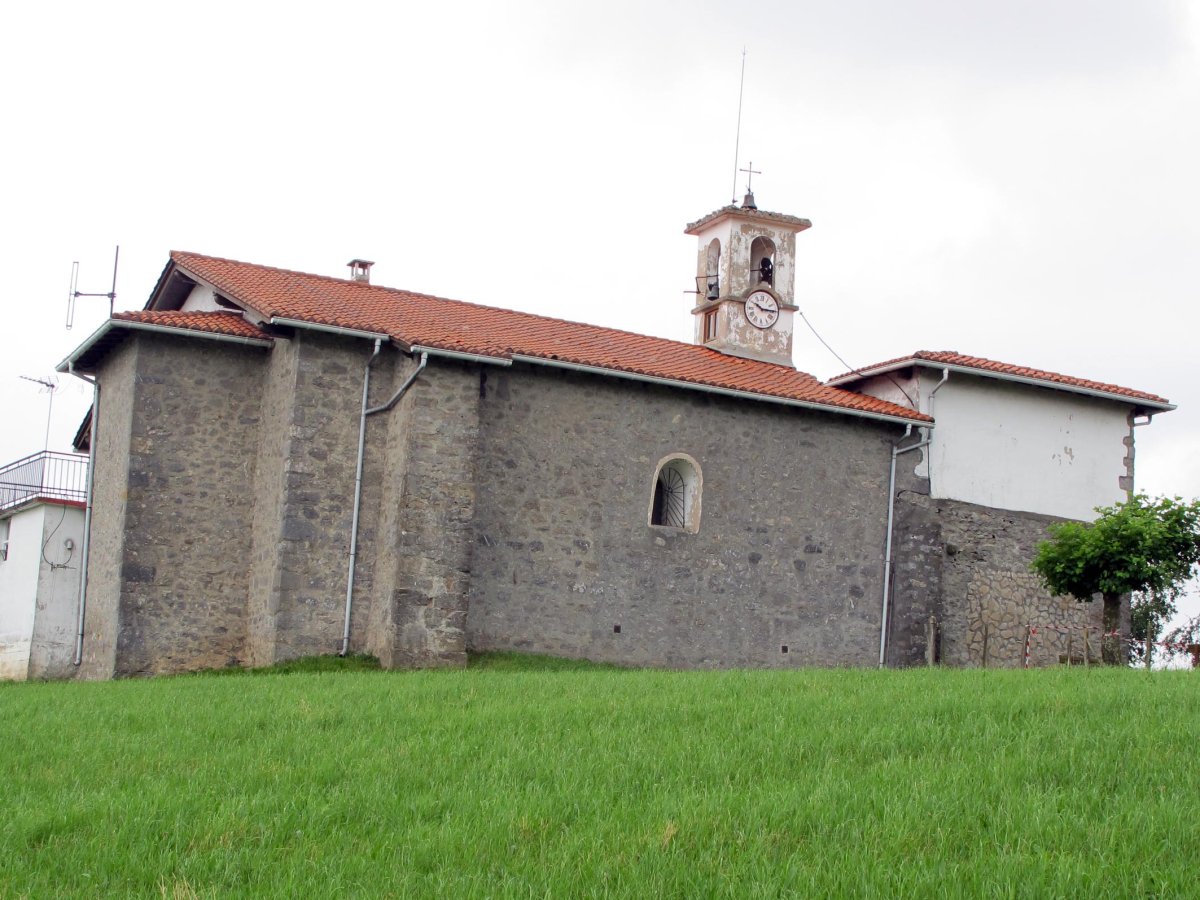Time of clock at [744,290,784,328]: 10:14
